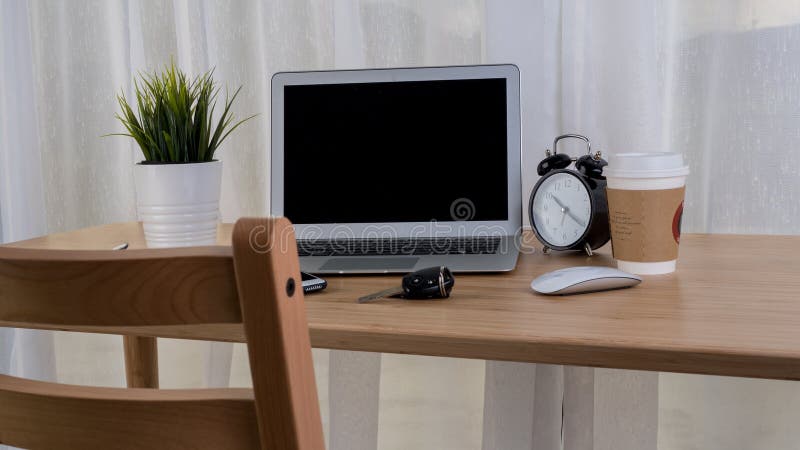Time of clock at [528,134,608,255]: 10:21
